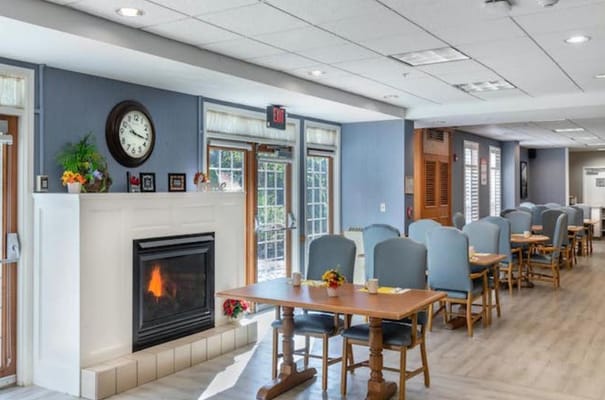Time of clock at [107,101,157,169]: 3:16
